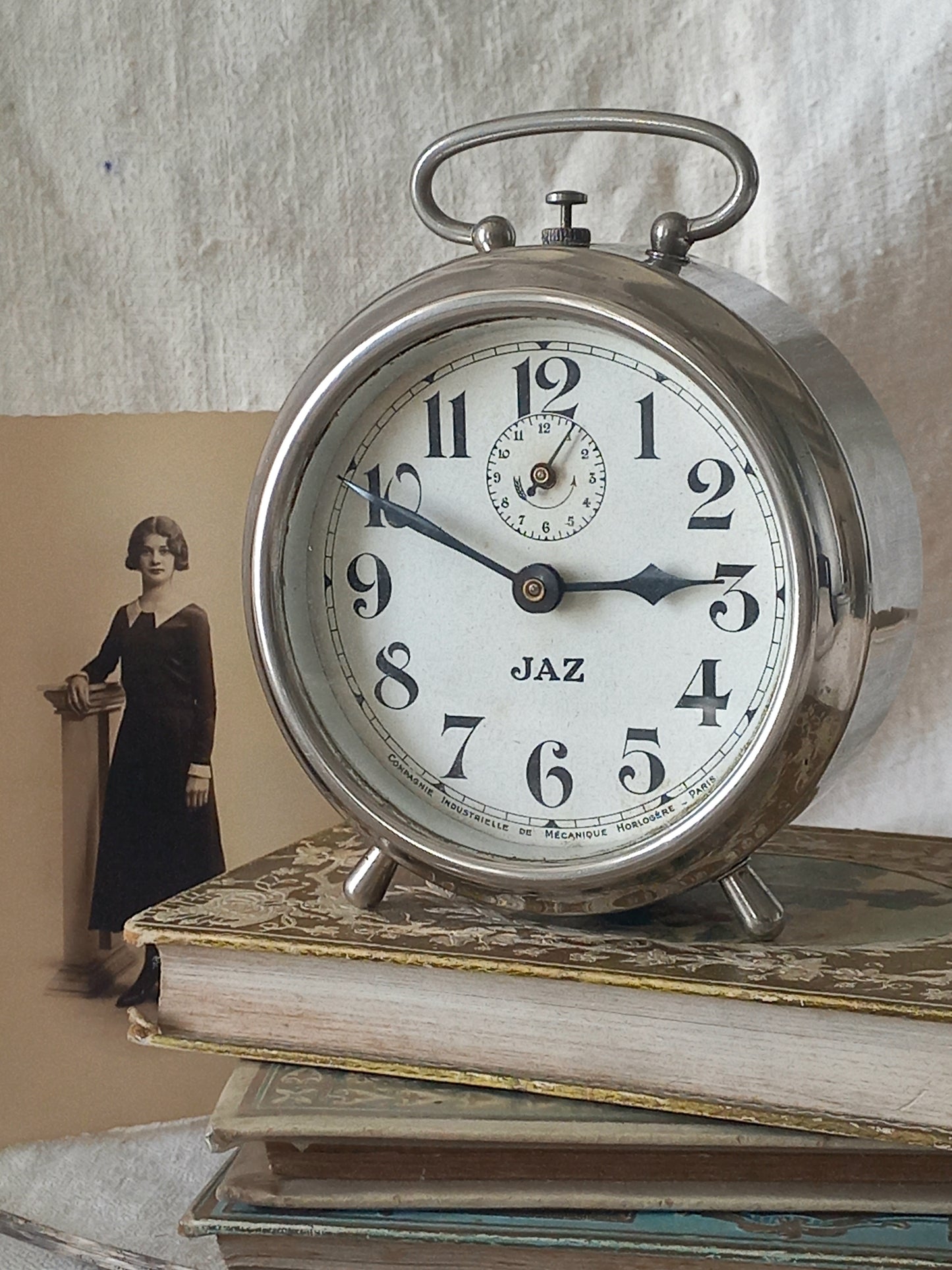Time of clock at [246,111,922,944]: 2:49
